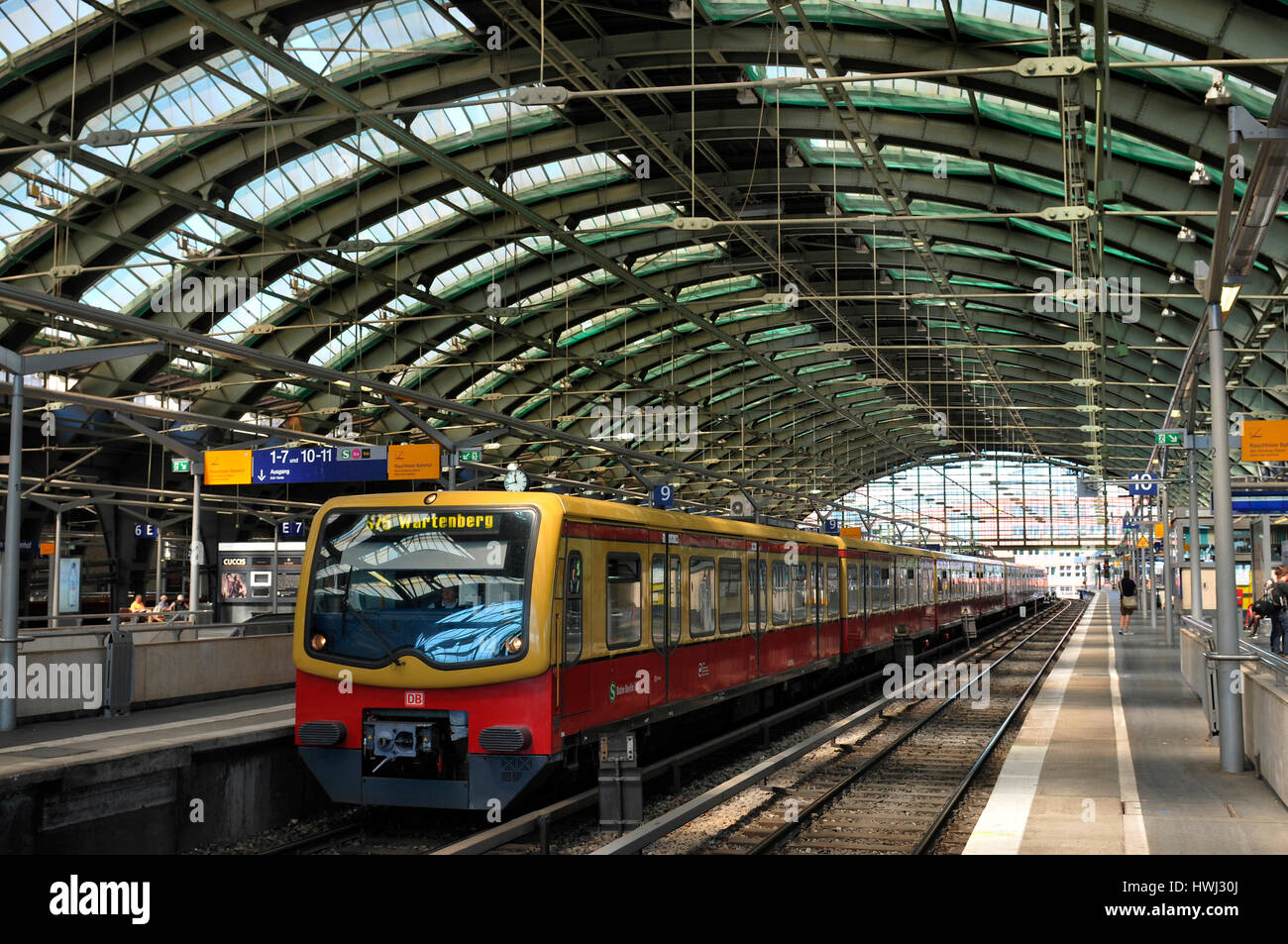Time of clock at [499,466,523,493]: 11:43
